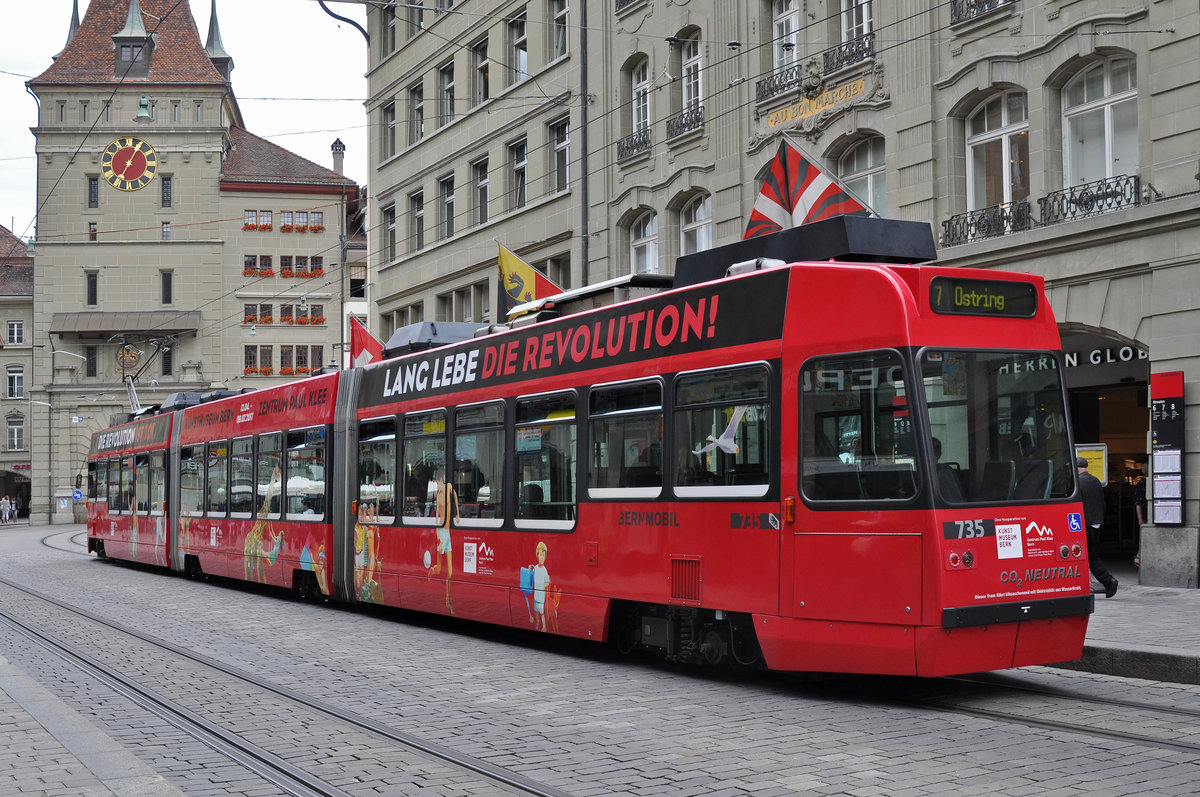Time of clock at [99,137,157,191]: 7:04
